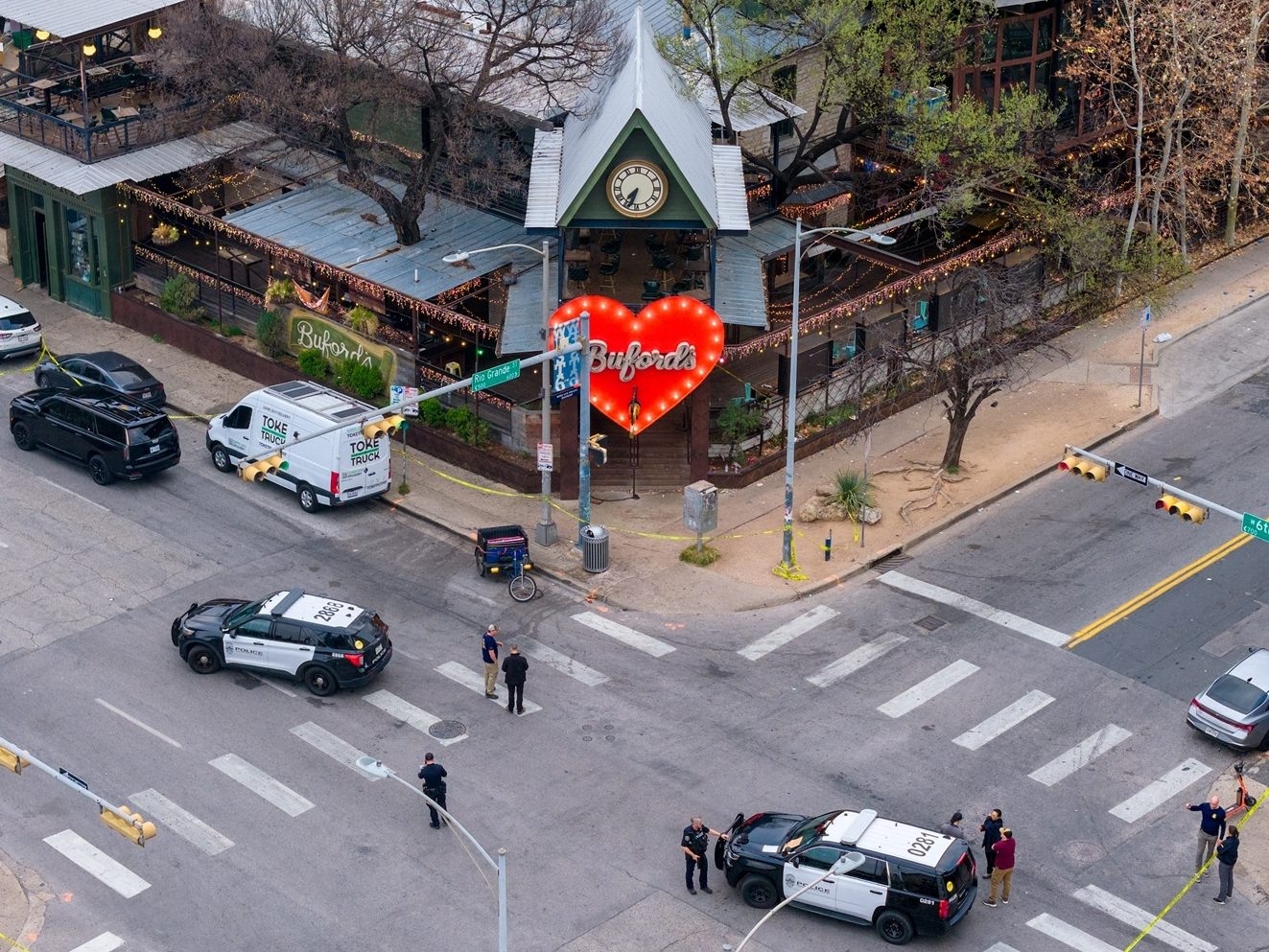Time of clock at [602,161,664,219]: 7:33
